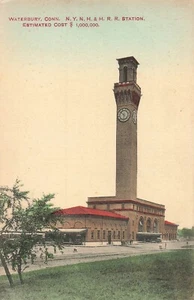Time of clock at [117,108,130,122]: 5:51
